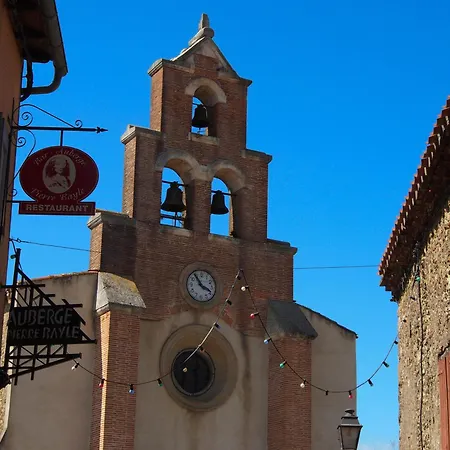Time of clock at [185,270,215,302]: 3:54
